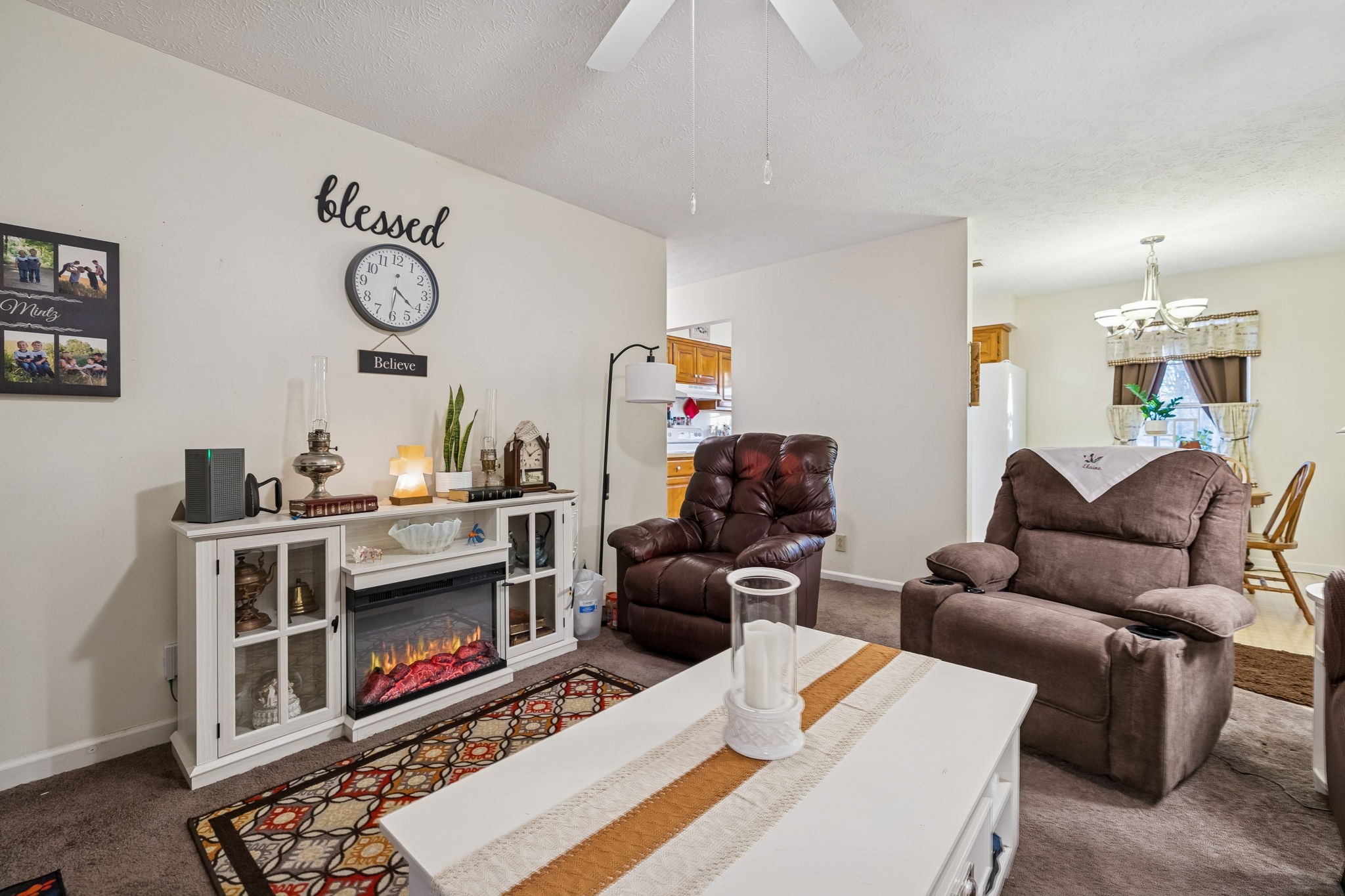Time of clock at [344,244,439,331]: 4:21
